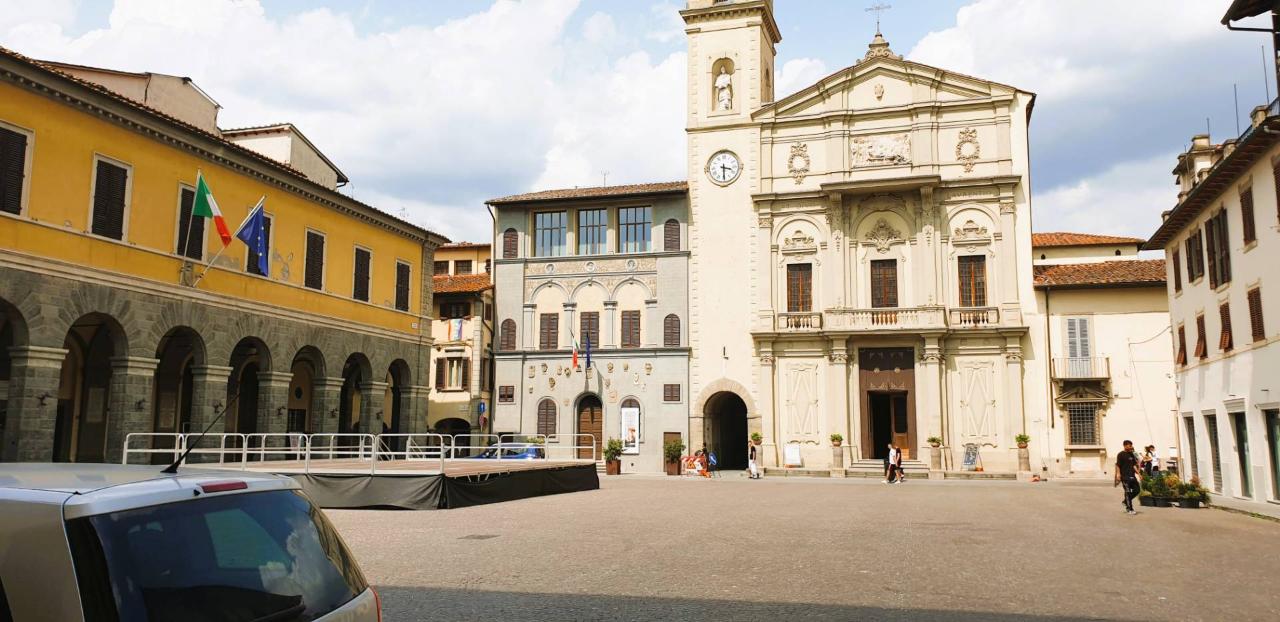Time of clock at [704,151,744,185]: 3:29
